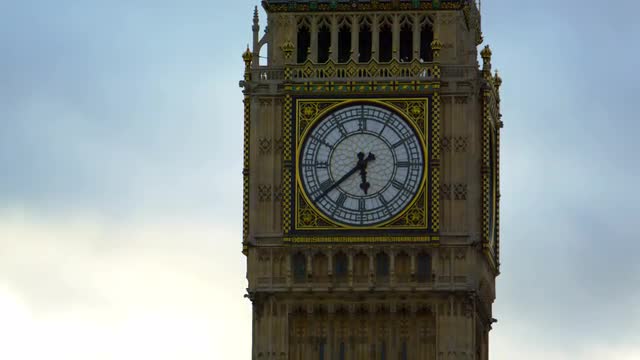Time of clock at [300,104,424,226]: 5:38
